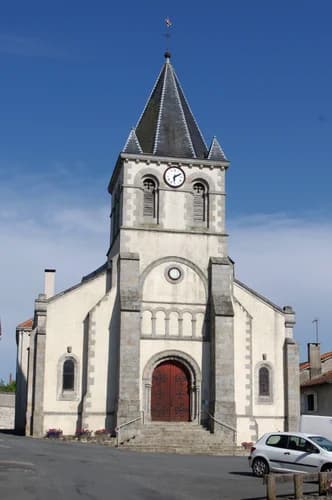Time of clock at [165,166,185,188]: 6:10
